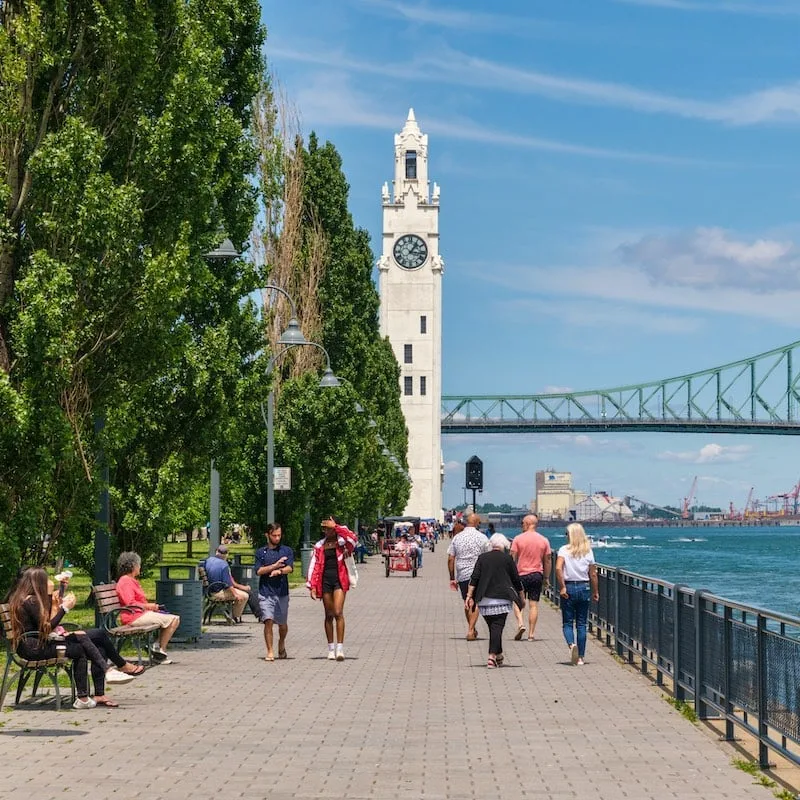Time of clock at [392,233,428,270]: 1:16
